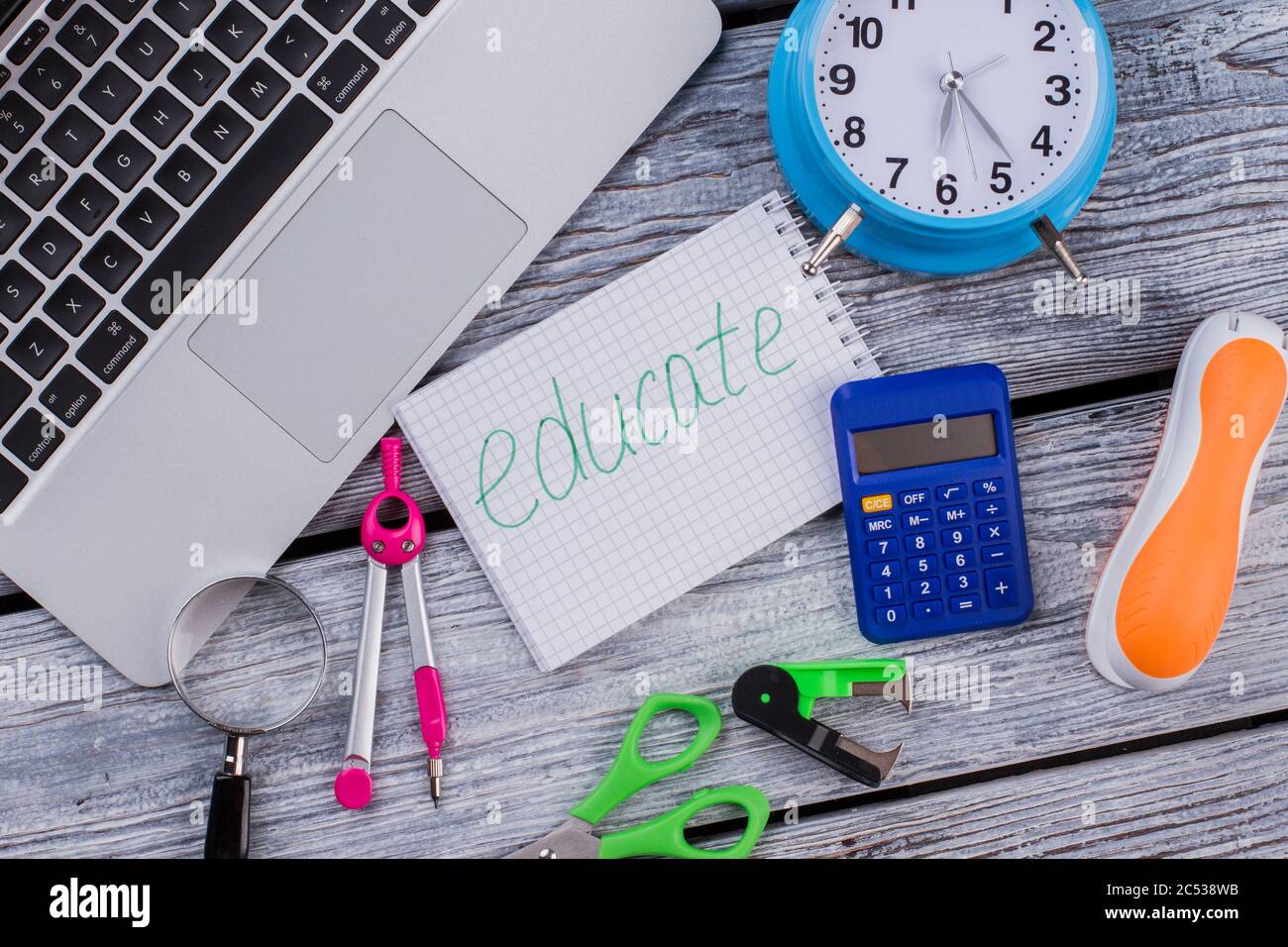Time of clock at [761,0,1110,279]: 6:23
